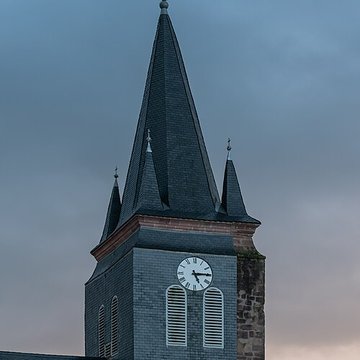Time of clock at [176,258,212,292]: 5:14
